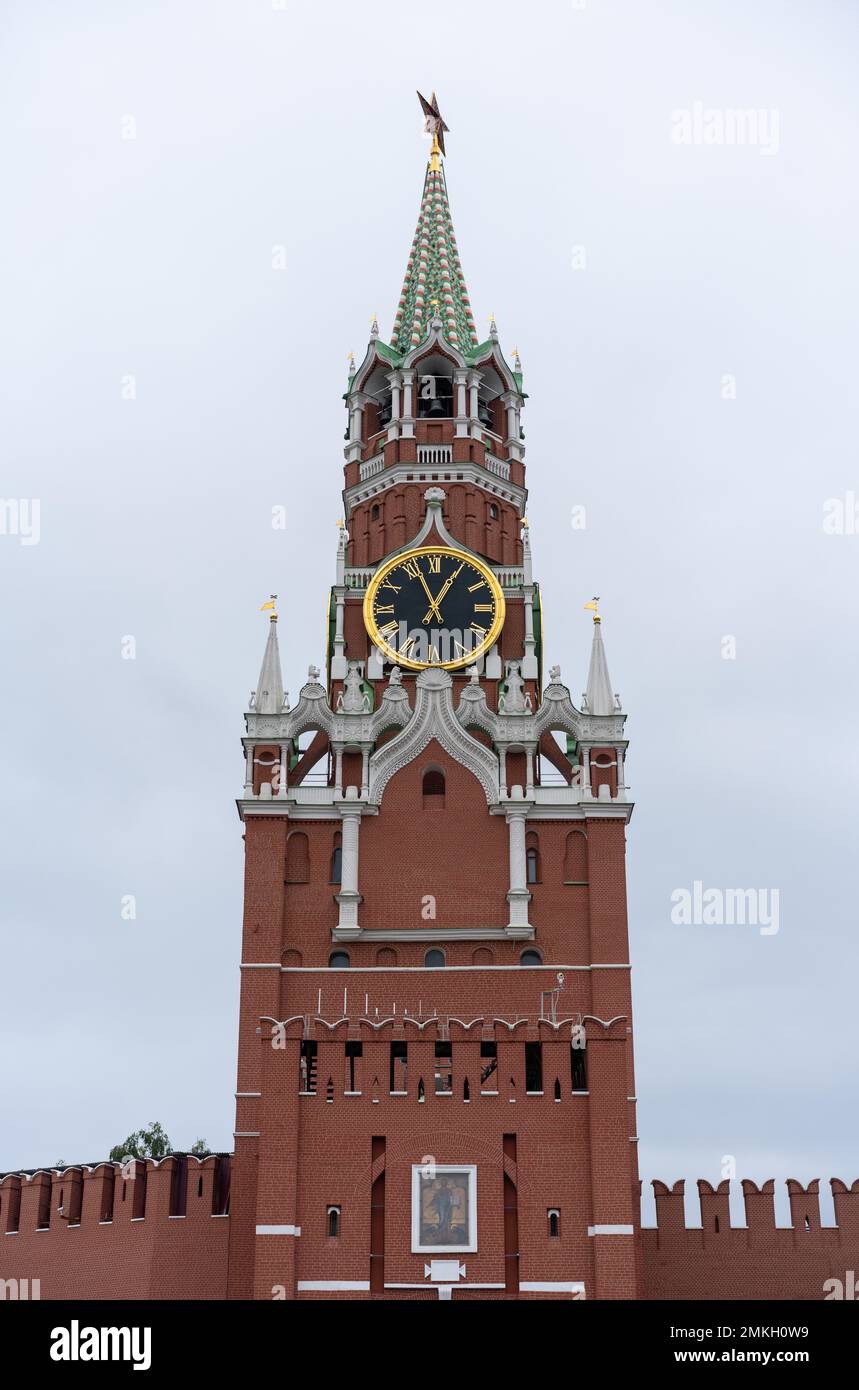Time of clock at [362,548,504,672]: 12:56
